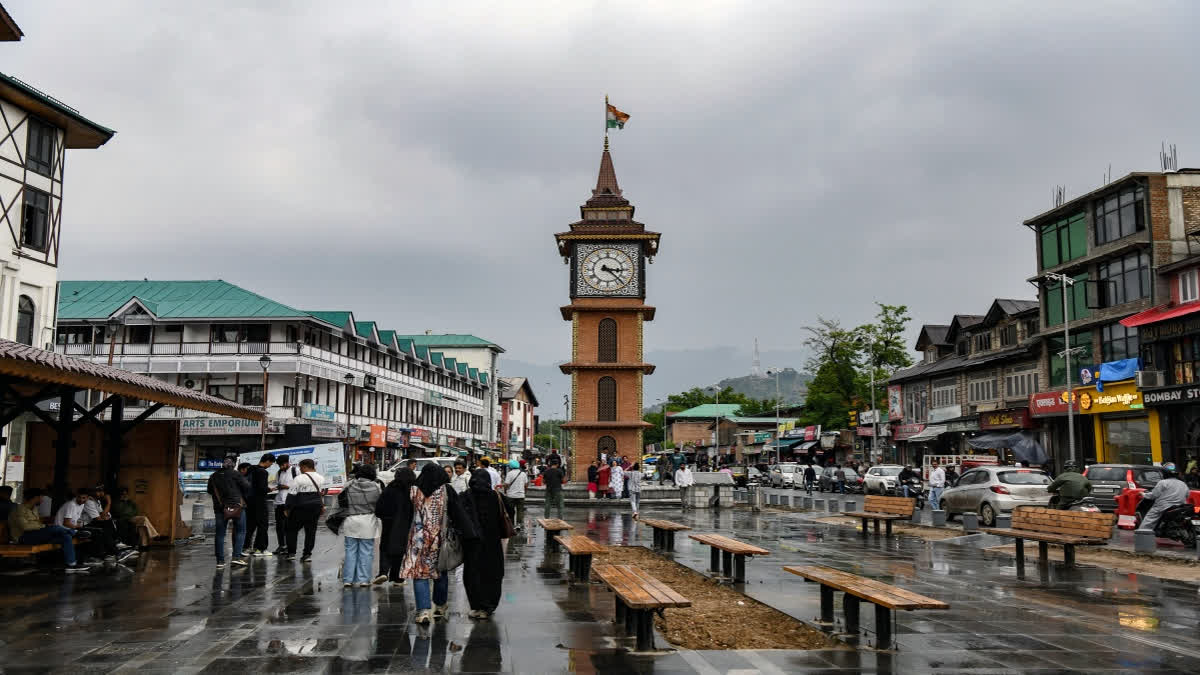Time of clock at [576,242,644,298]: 3:23
